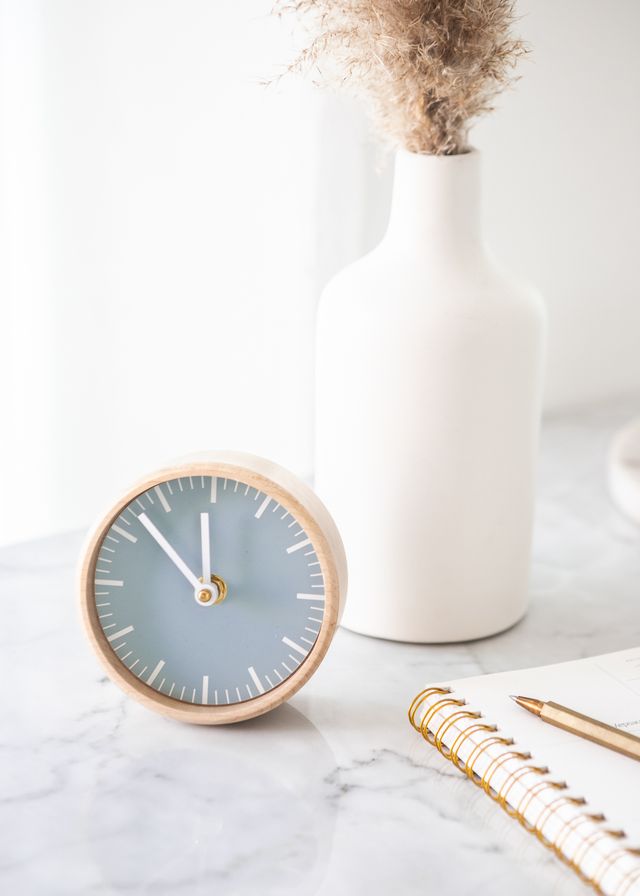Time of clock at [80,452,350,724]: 11:52
